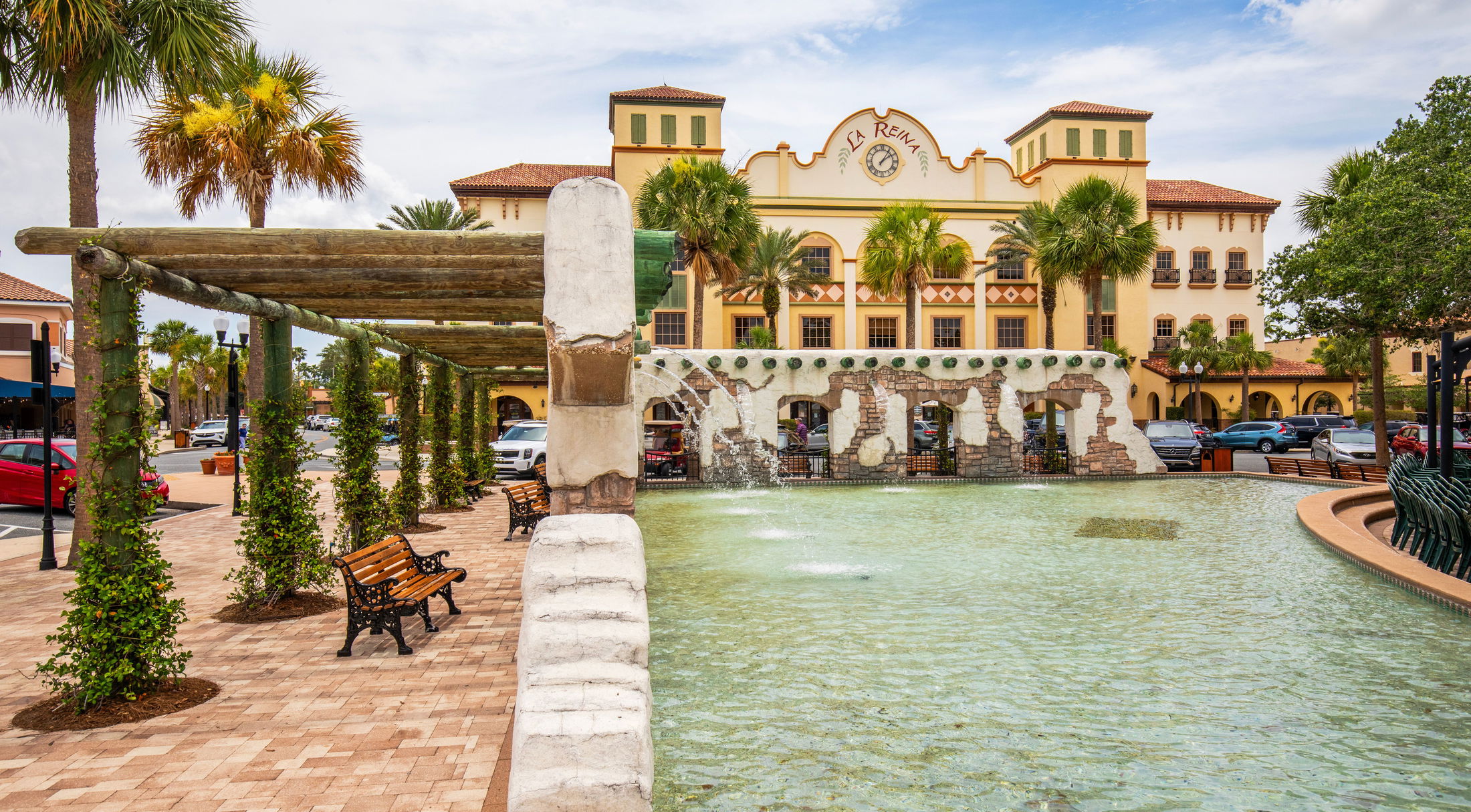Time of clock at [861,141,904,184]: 1:09
